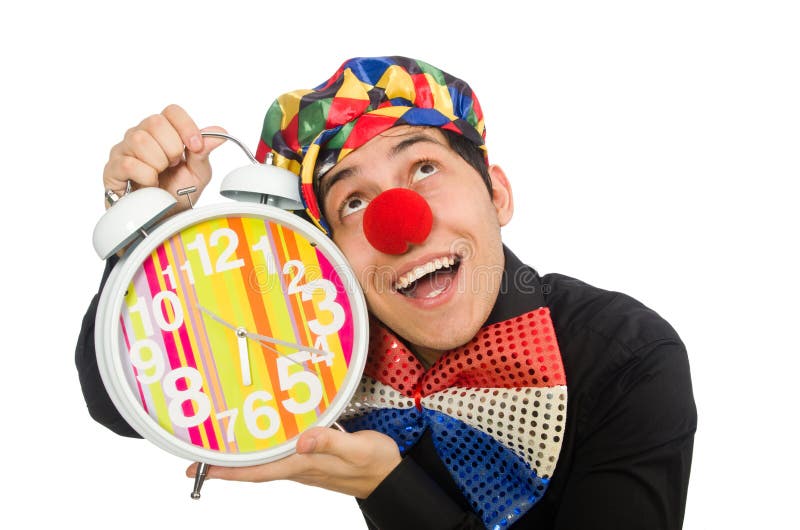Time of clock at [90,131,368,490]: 6:21
